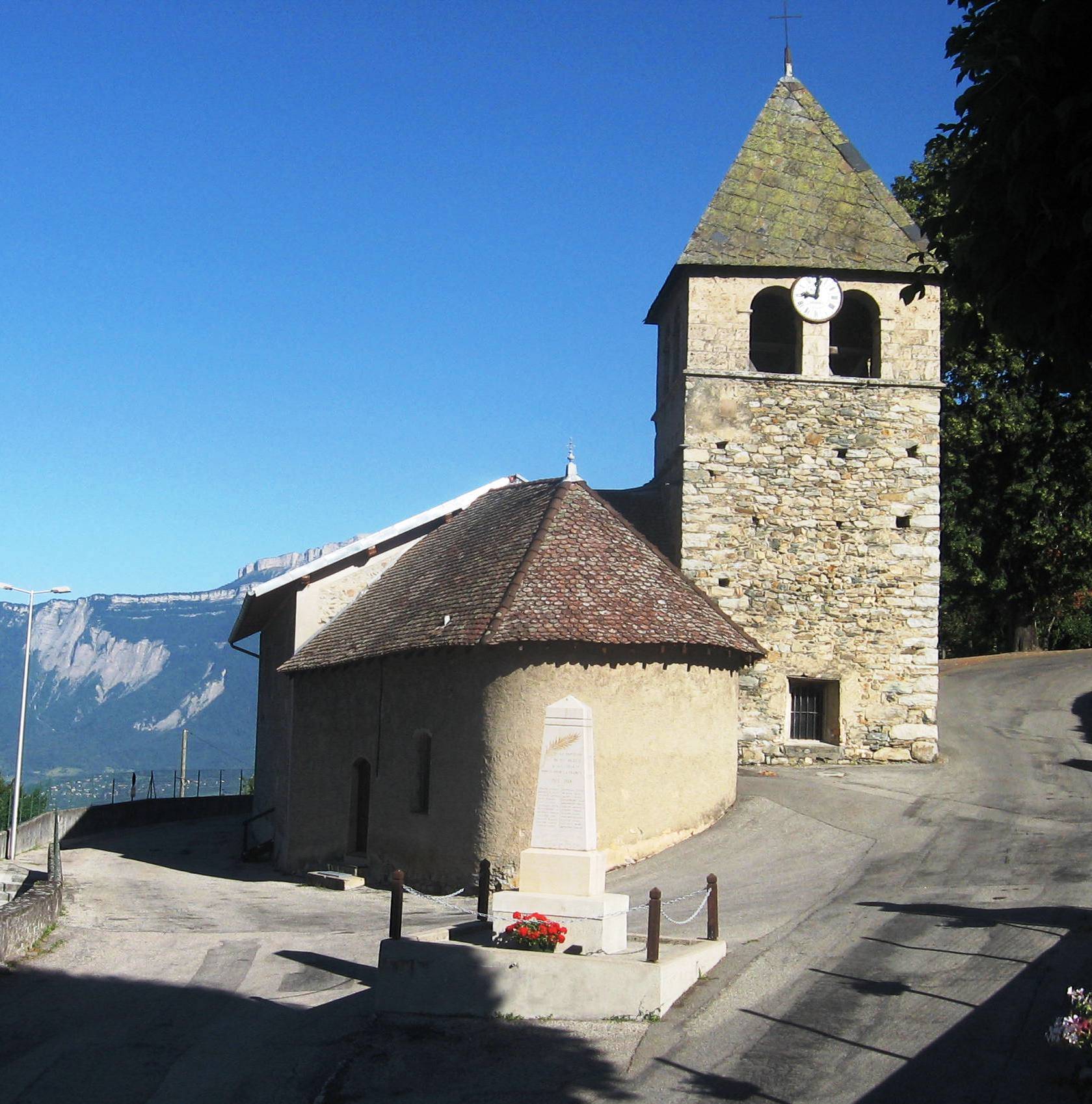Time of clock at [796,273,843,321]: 9:01
